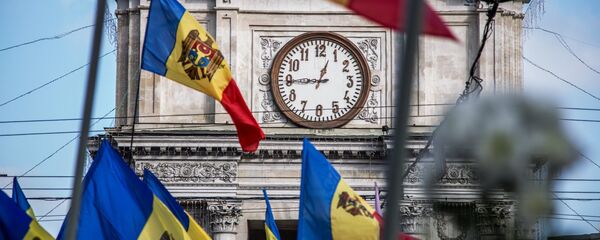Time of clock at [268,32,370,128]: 12:44
